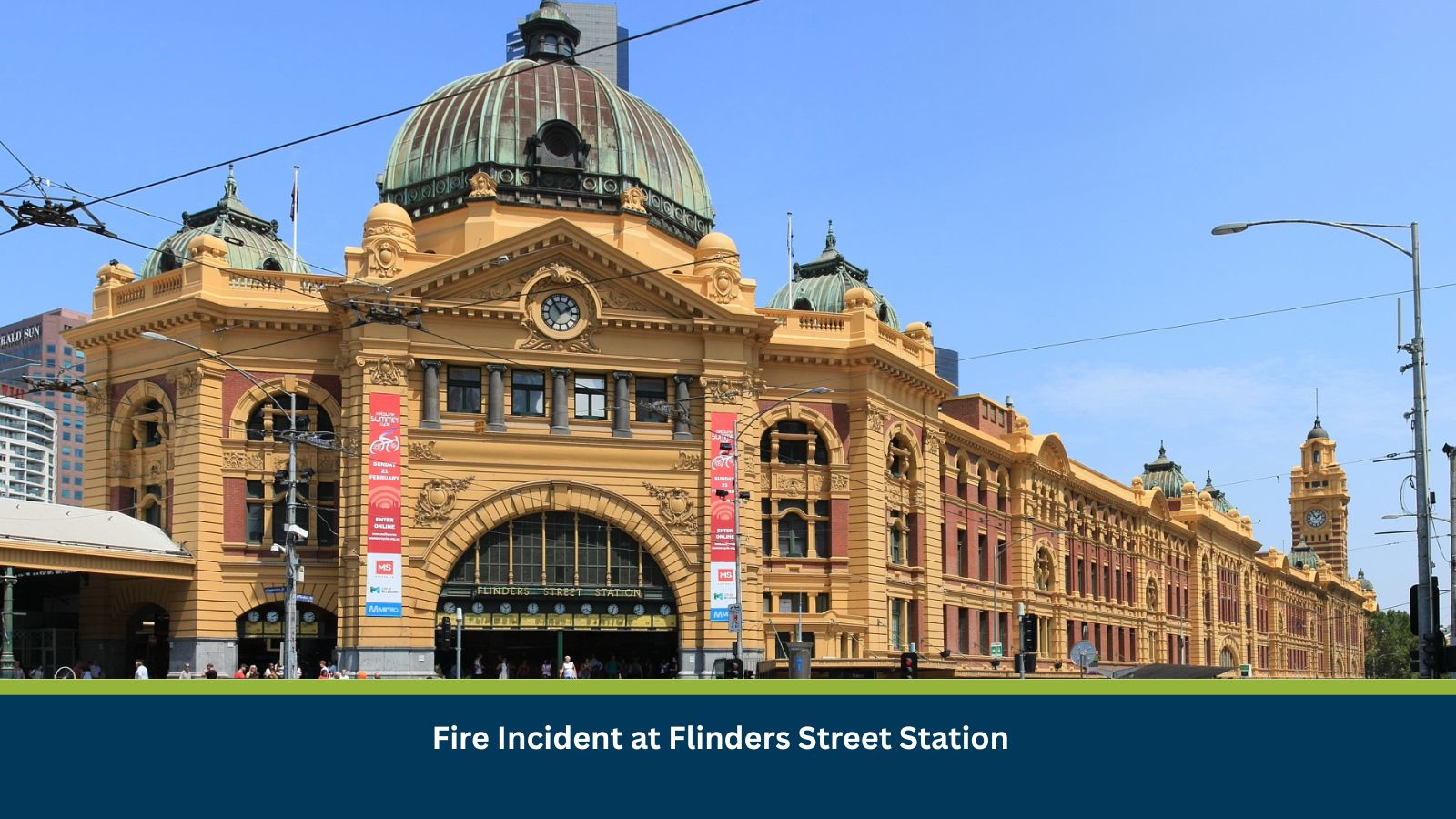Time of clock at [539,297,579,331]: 1:54
